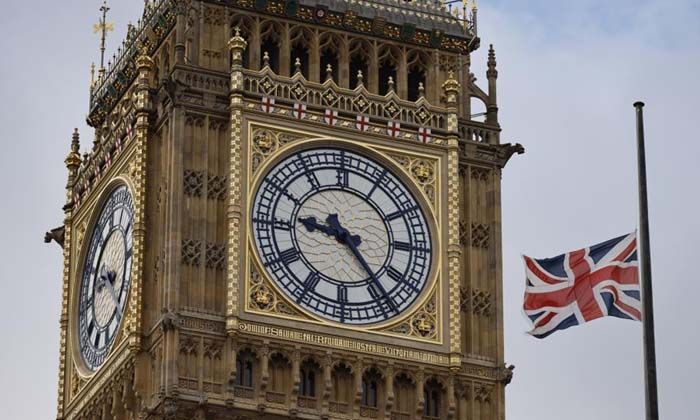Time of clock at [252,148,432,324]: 9:23
